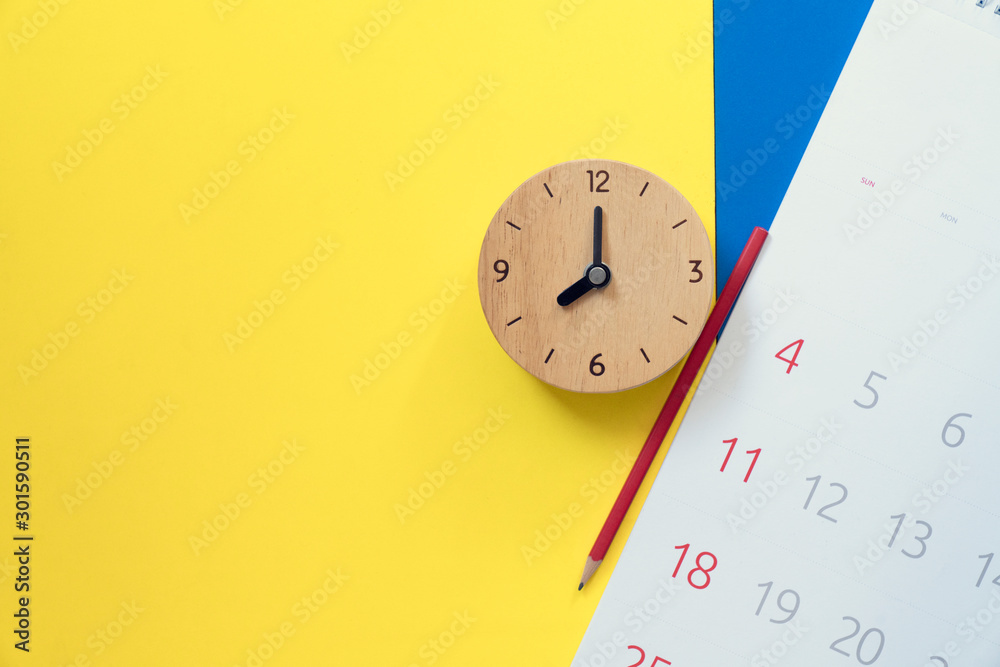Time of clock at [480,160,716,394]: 8:00
